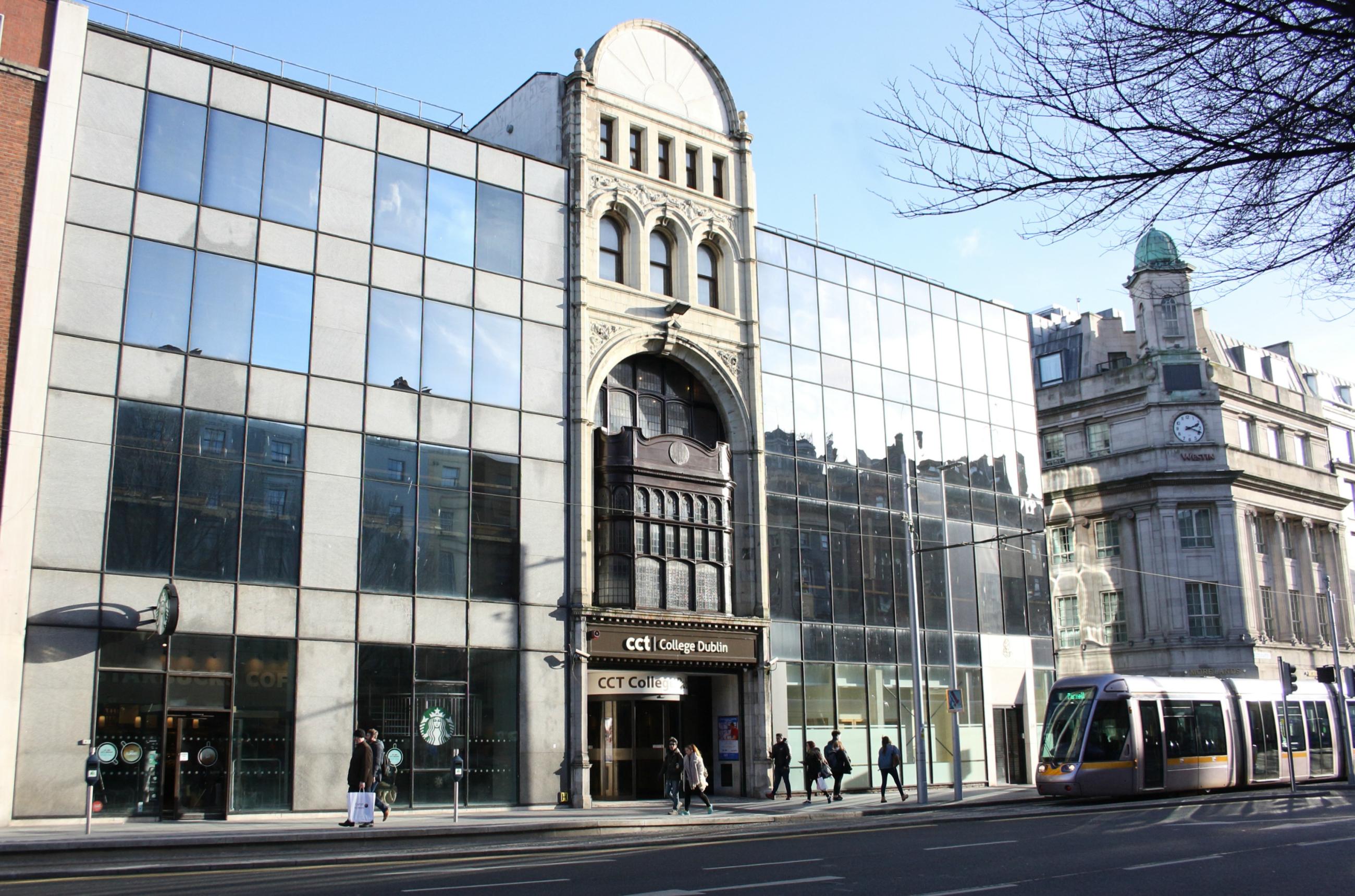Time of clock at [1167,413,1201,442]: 2:18
